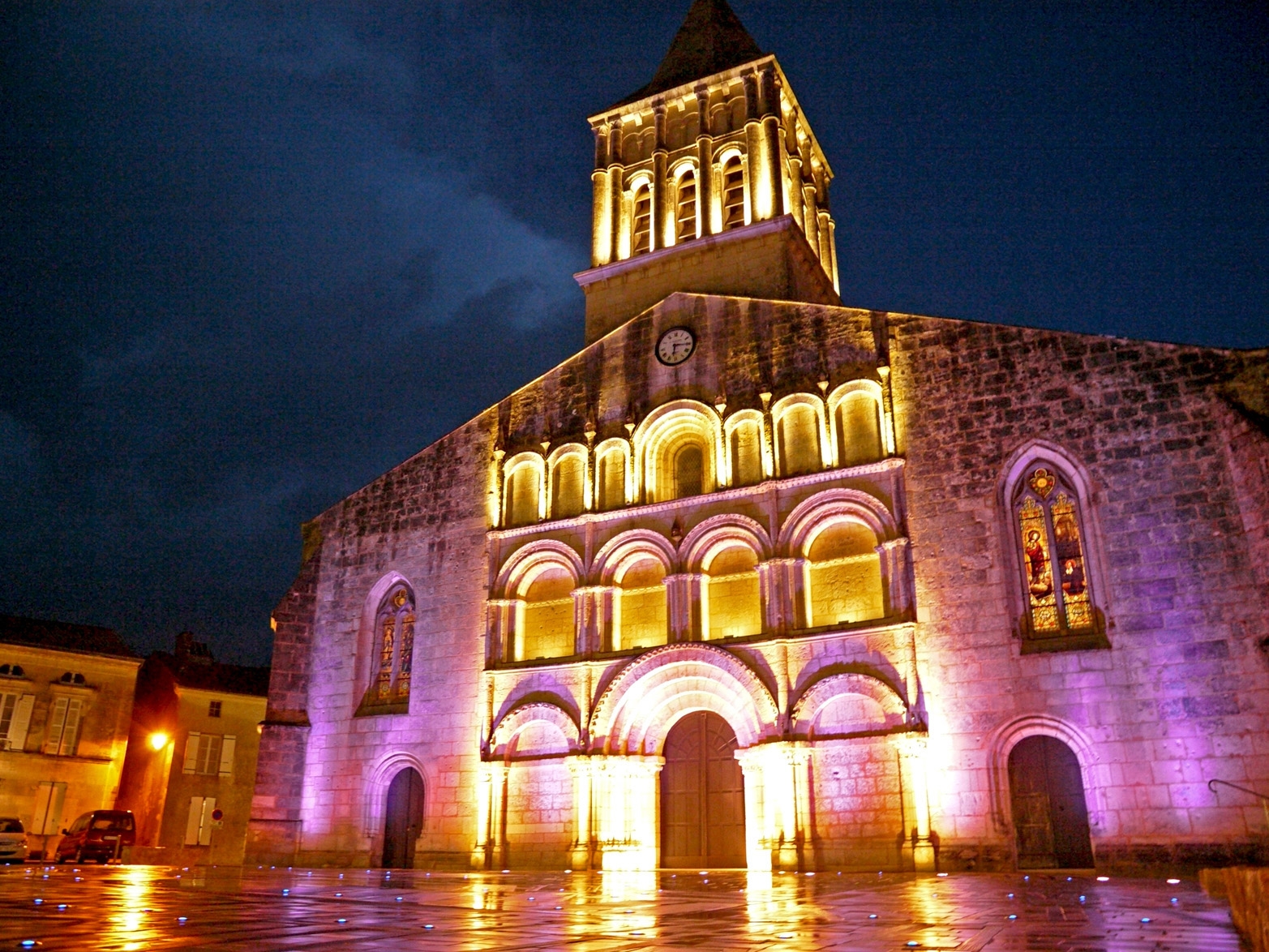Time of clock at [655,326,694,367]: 6:15
